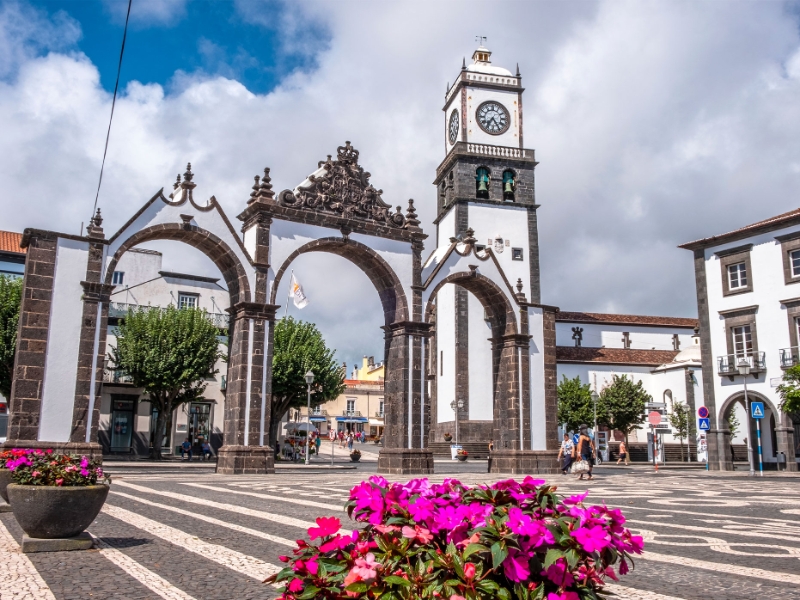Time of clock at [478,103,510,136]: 7:24
